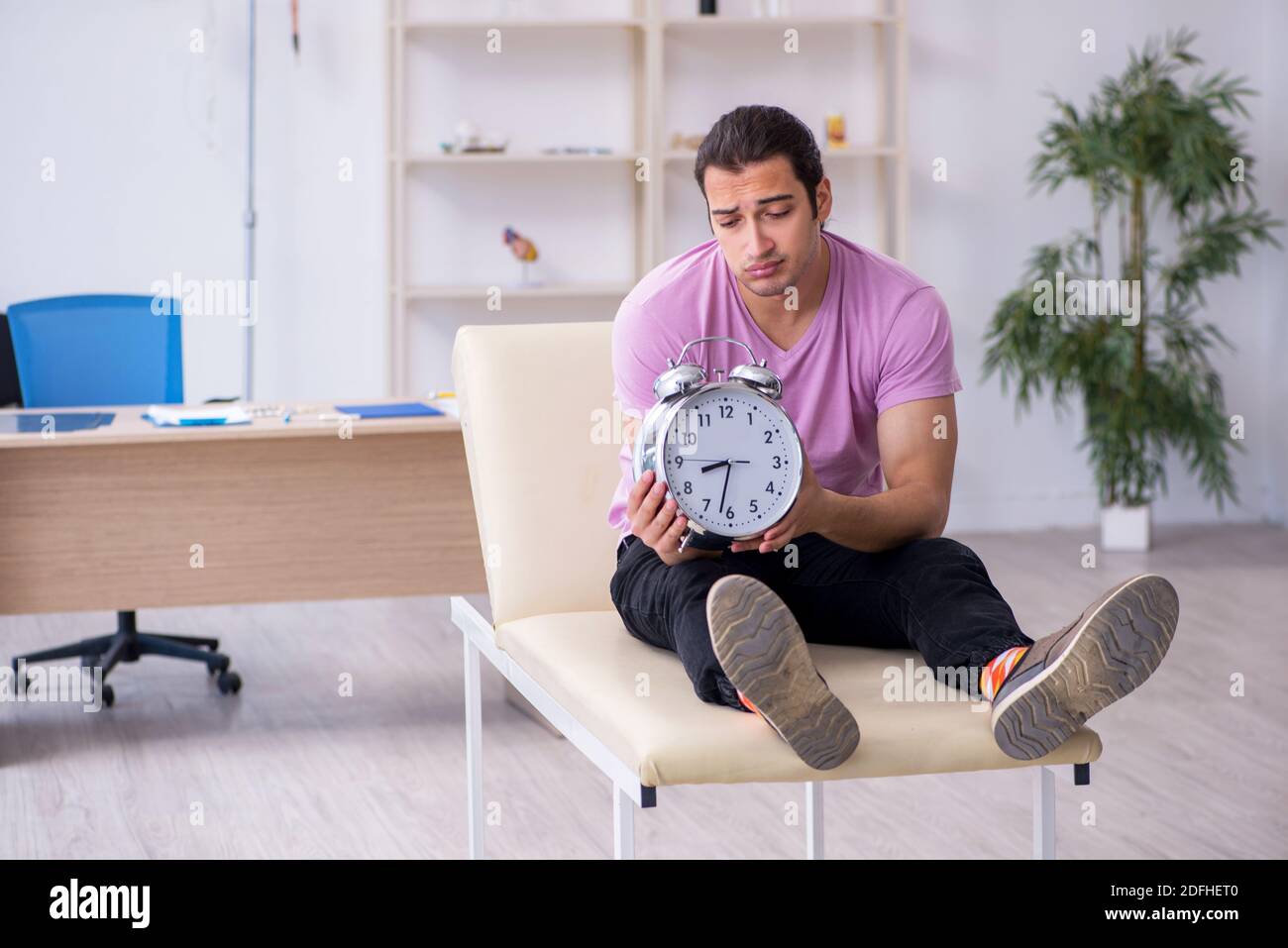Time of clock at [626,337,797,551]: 8:32
